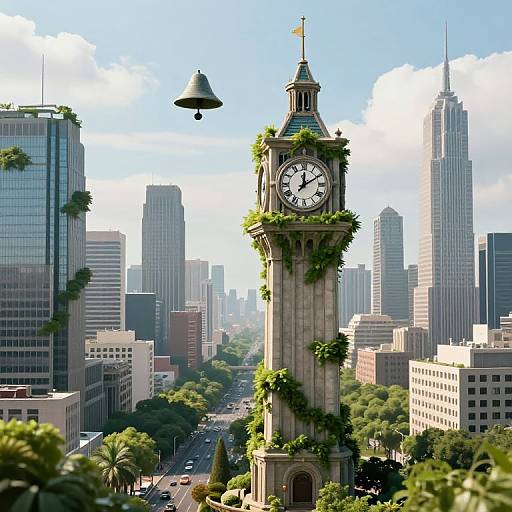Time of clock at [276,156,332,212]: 12:09
